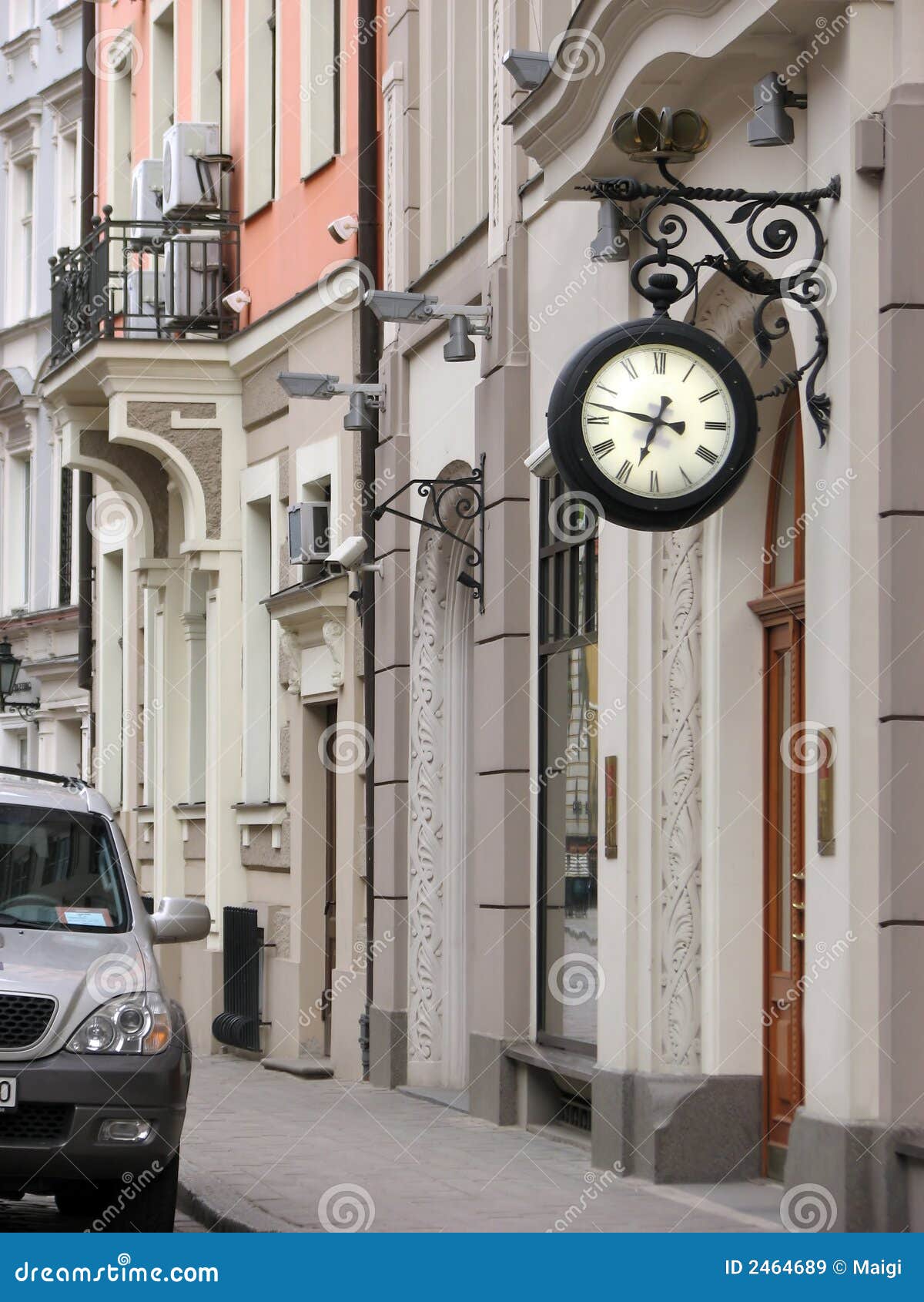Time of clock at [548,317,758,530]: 6:47
